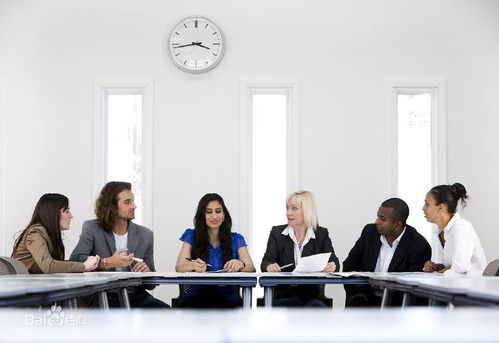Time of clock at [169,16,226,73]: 3:43
